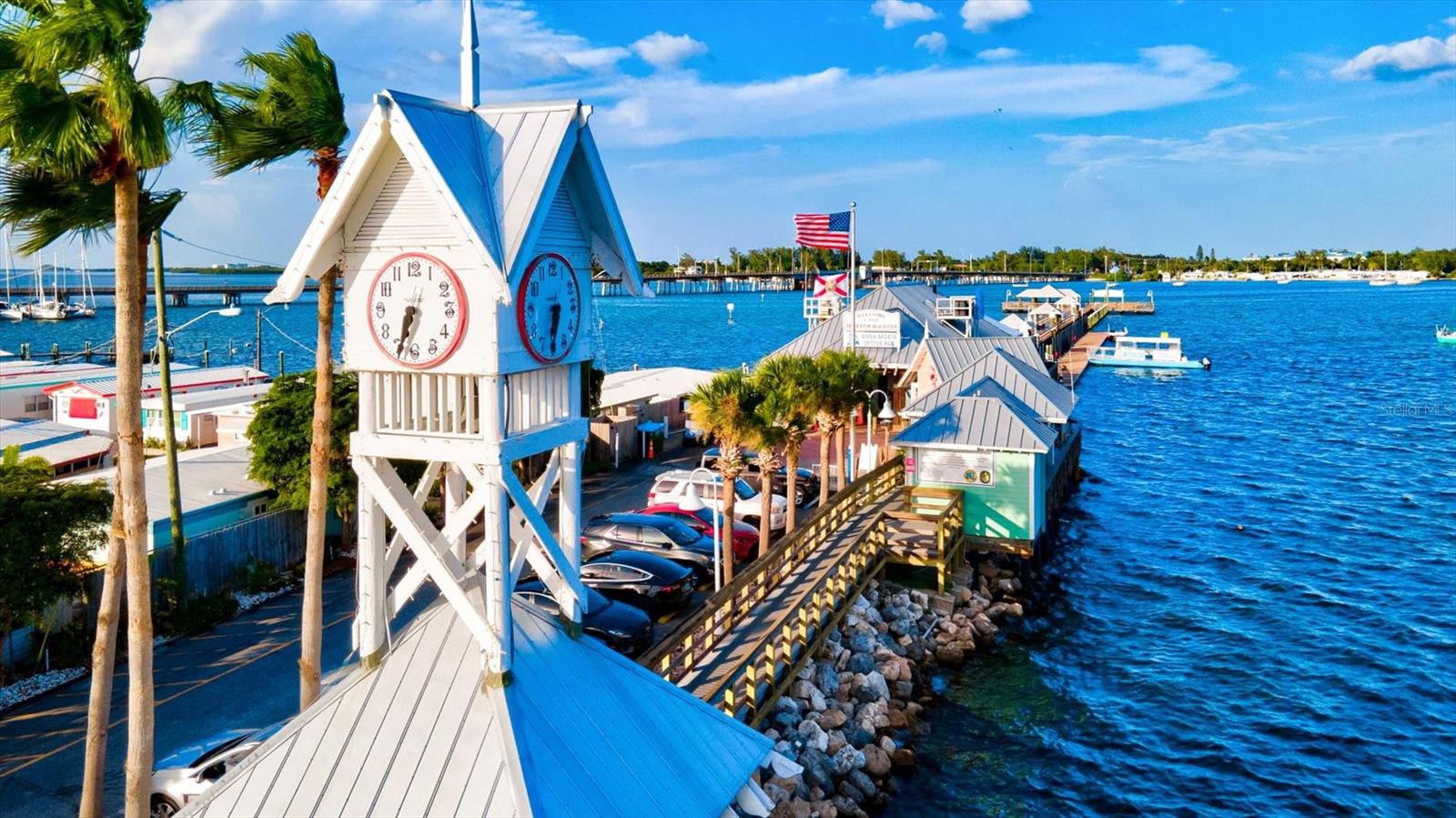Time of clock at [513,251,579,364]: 6:32
